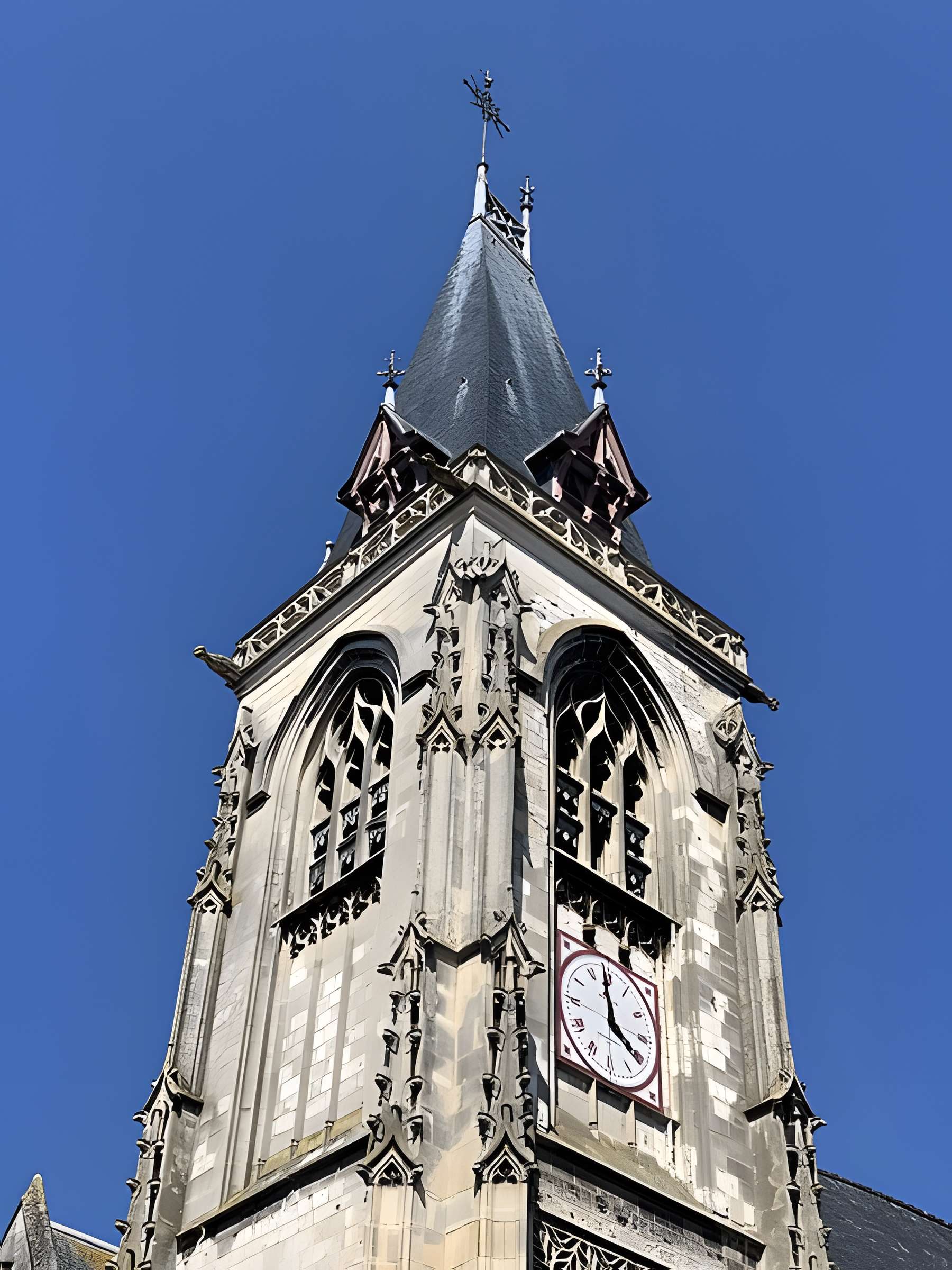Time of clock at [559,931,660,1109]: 3:58
